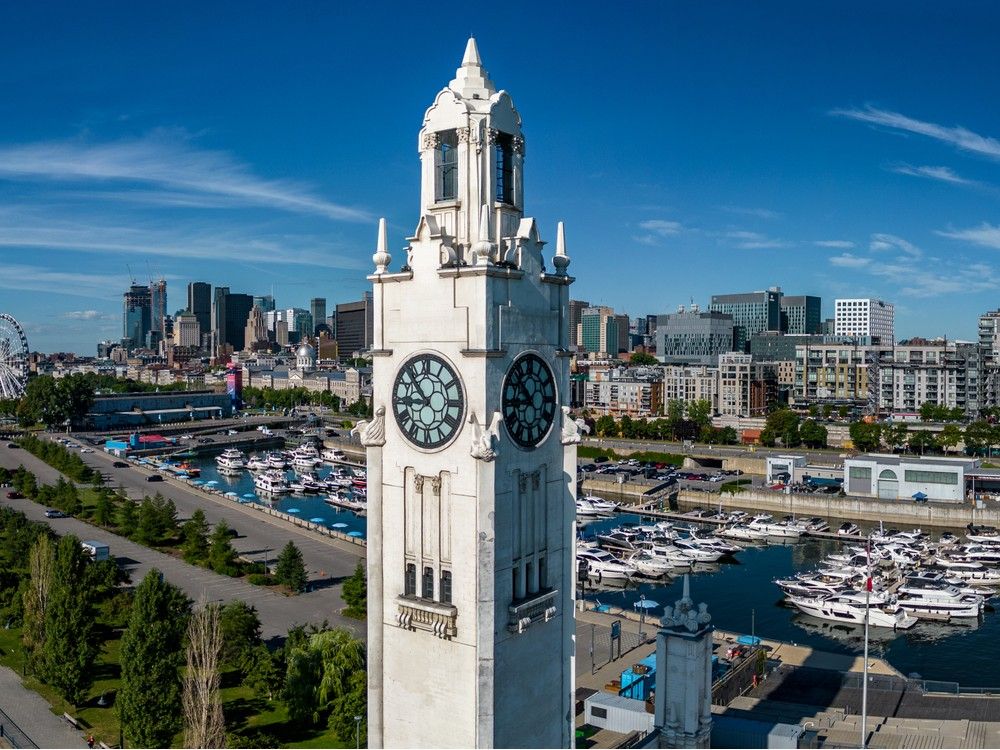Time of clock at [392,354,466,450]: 8:53
